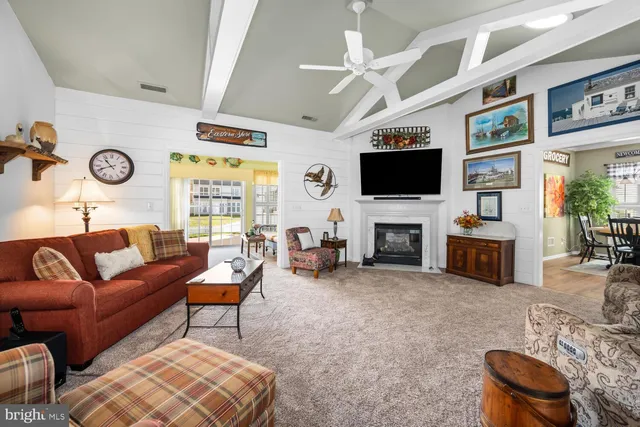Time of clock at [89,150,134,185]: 10:41
